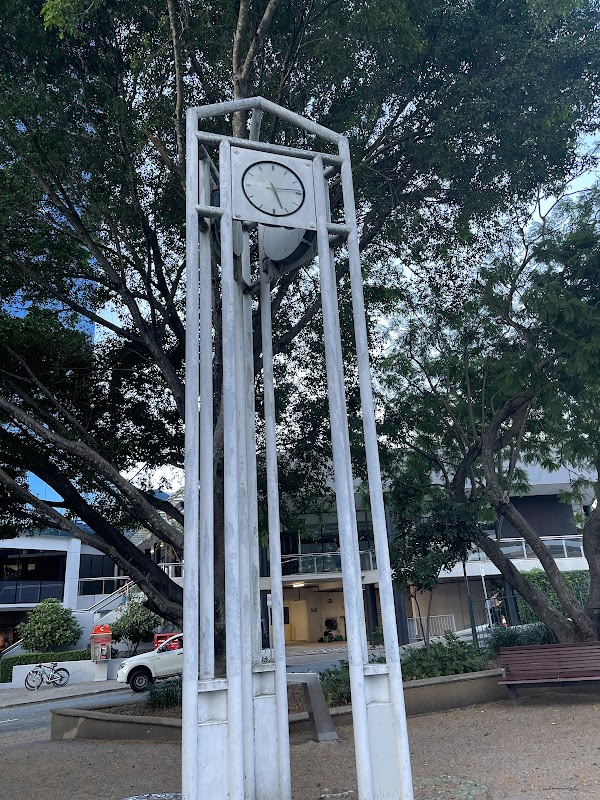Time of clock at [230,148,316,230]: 5:14
